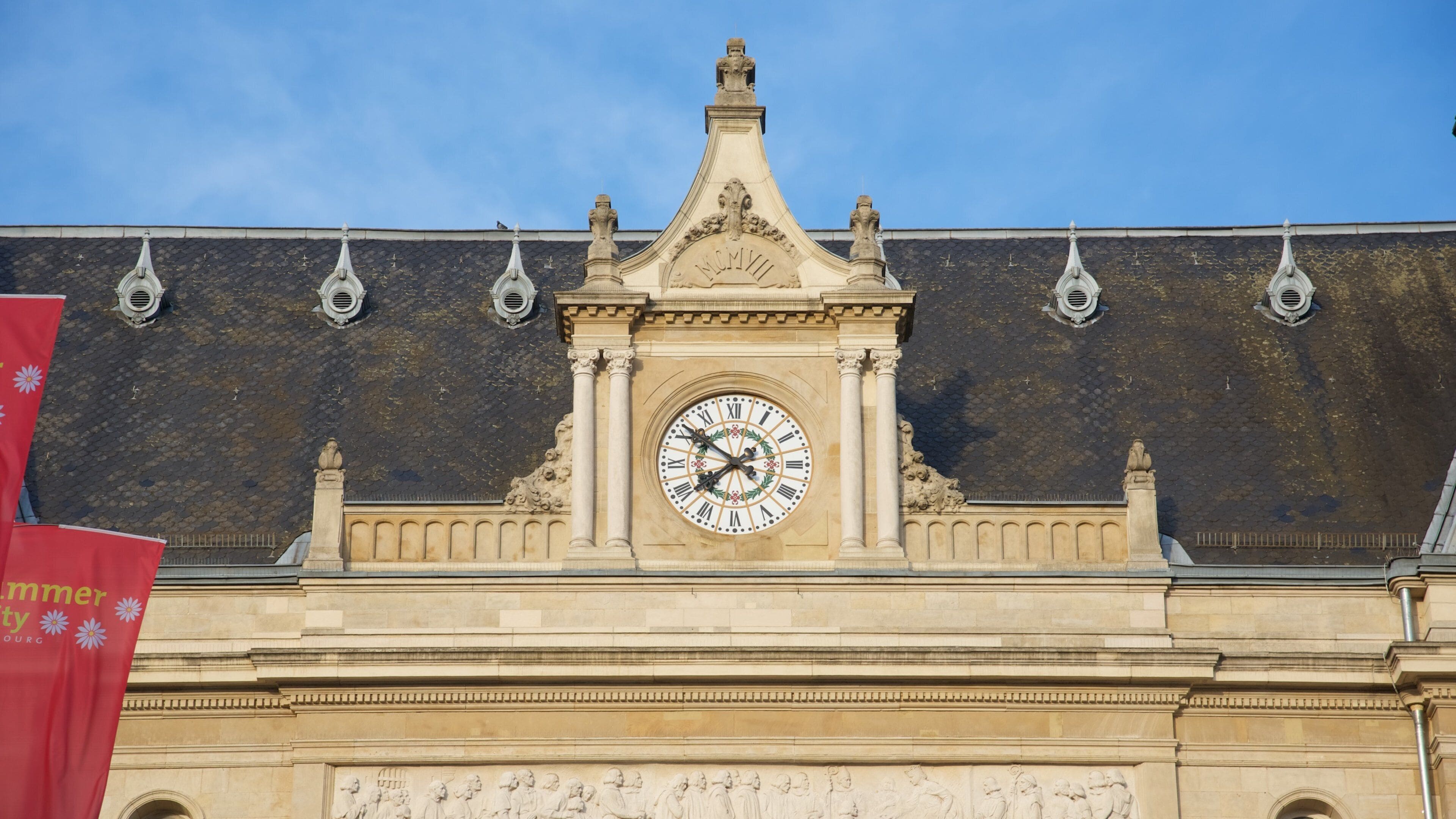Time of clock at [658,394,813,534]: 7:51
